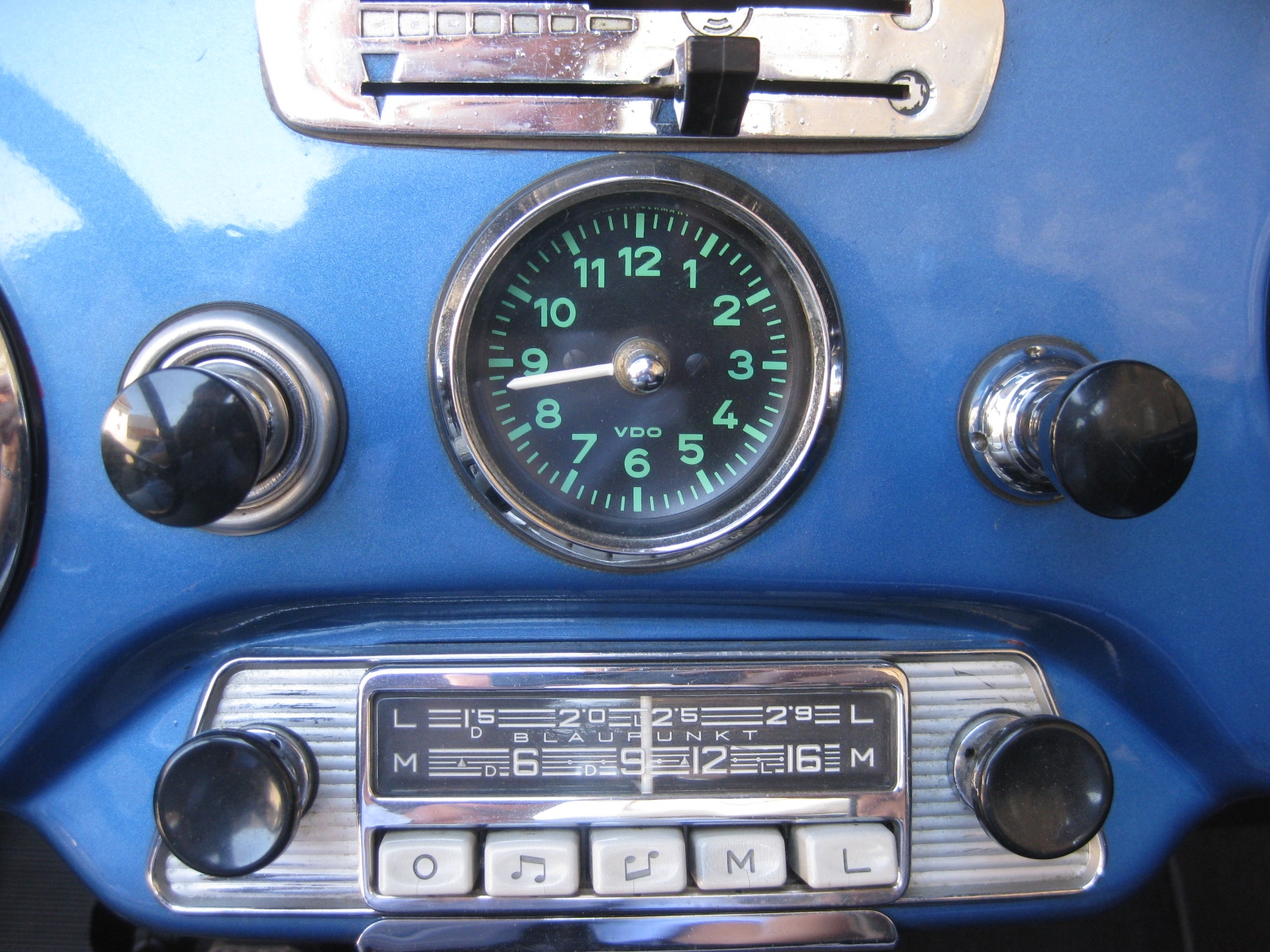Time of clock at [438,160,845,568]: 8:43
